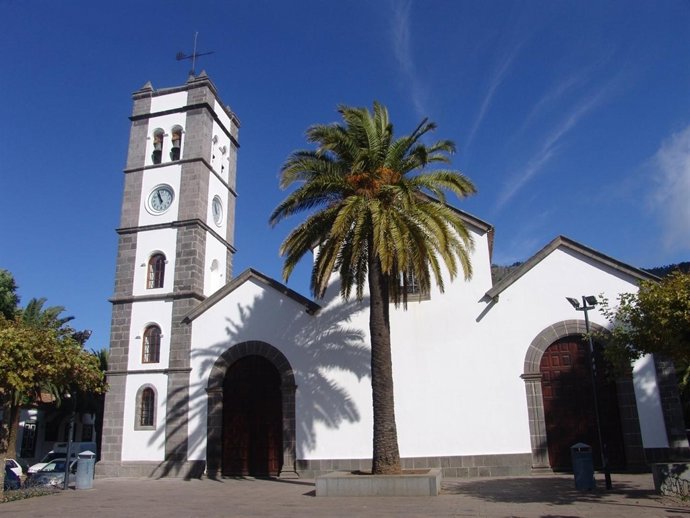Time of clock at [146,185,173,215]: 10:56
